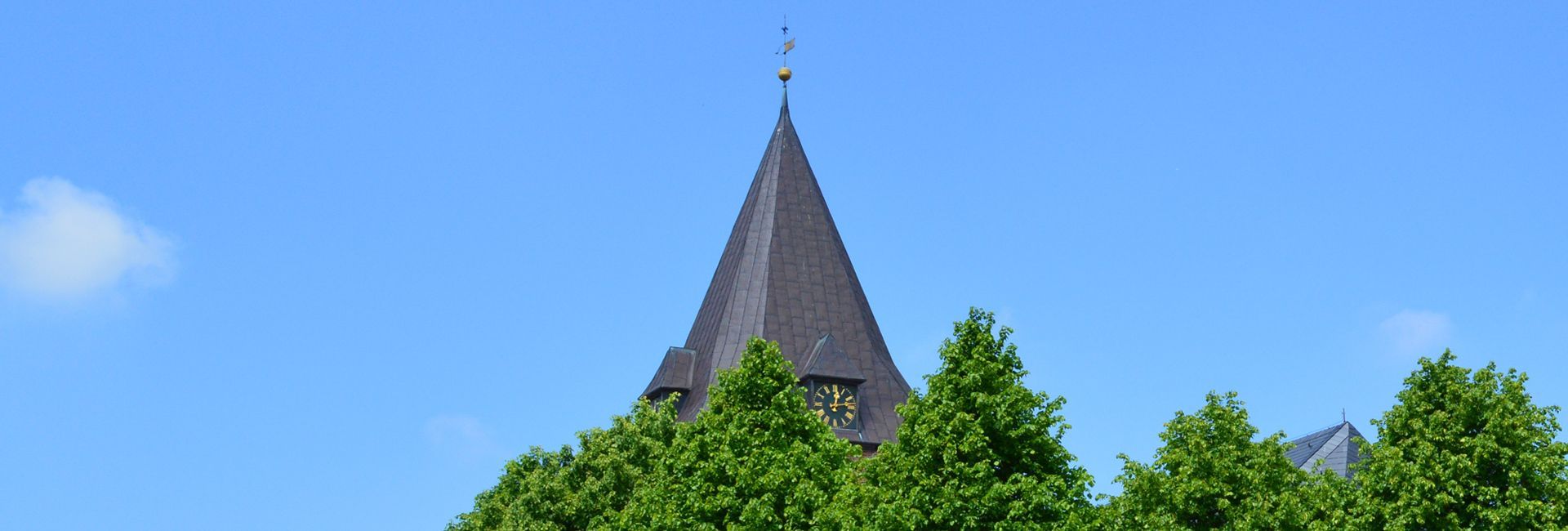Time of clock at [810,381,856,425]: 12:13
